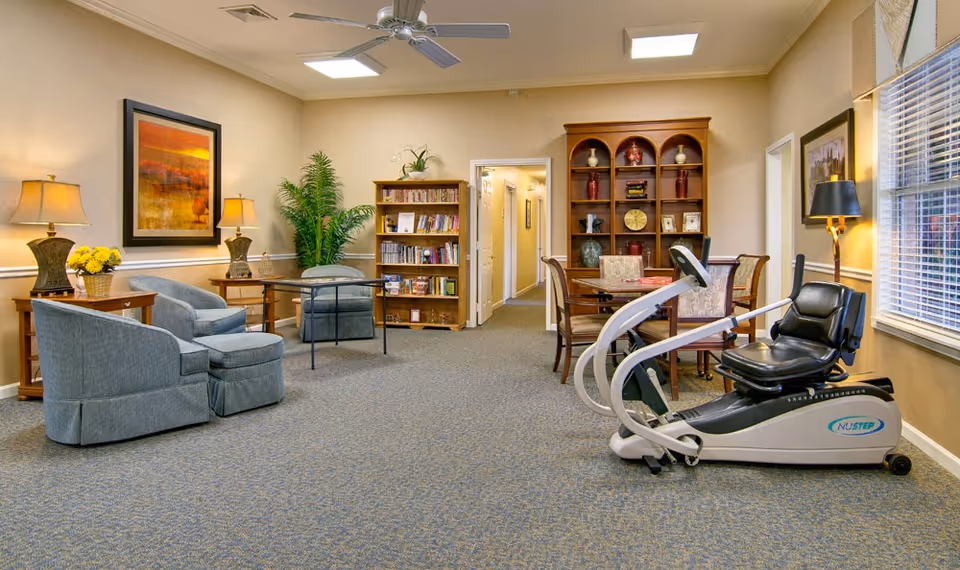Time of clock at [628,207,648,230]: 12:28
